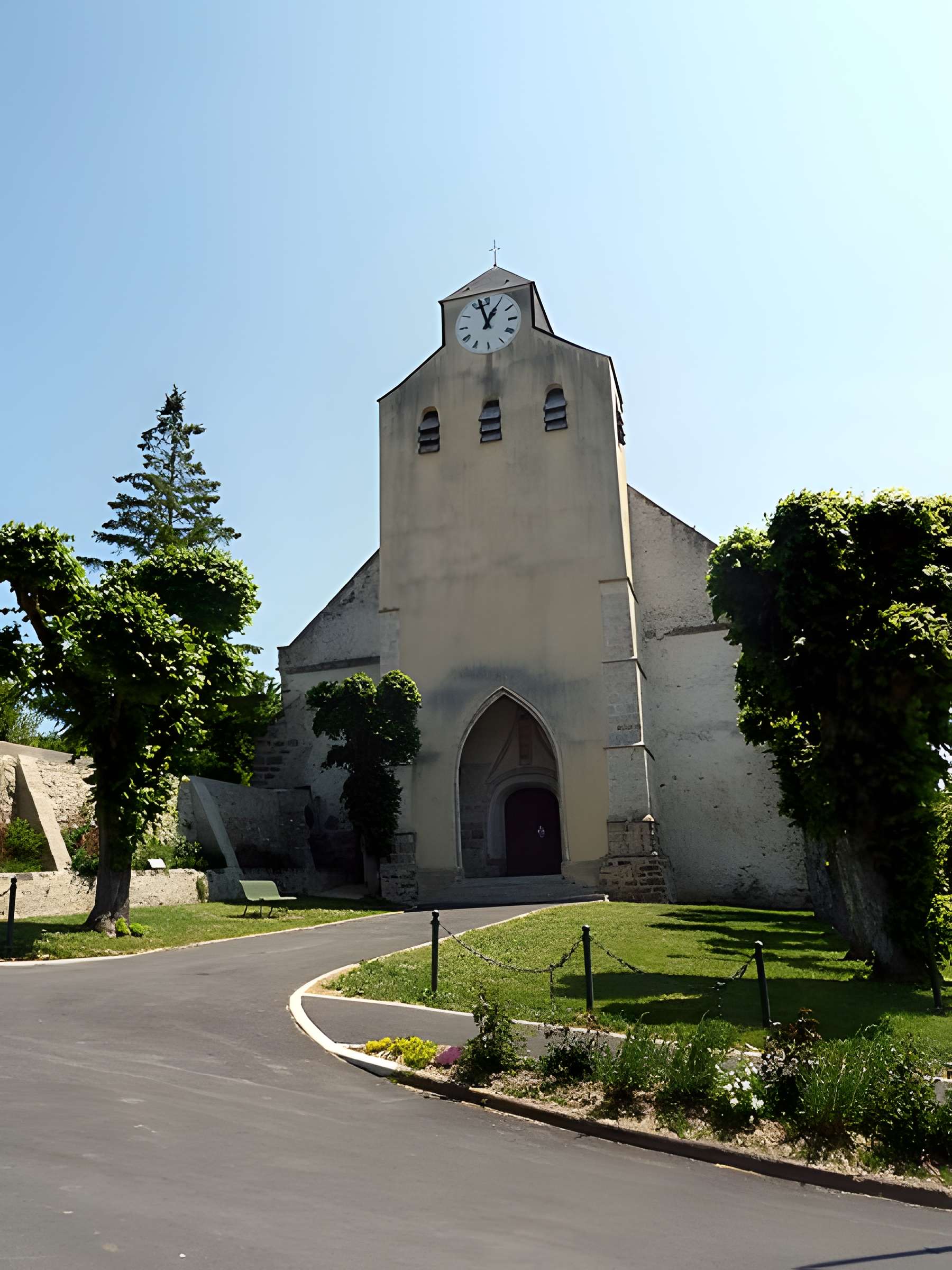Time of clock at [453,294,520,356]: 12:57
